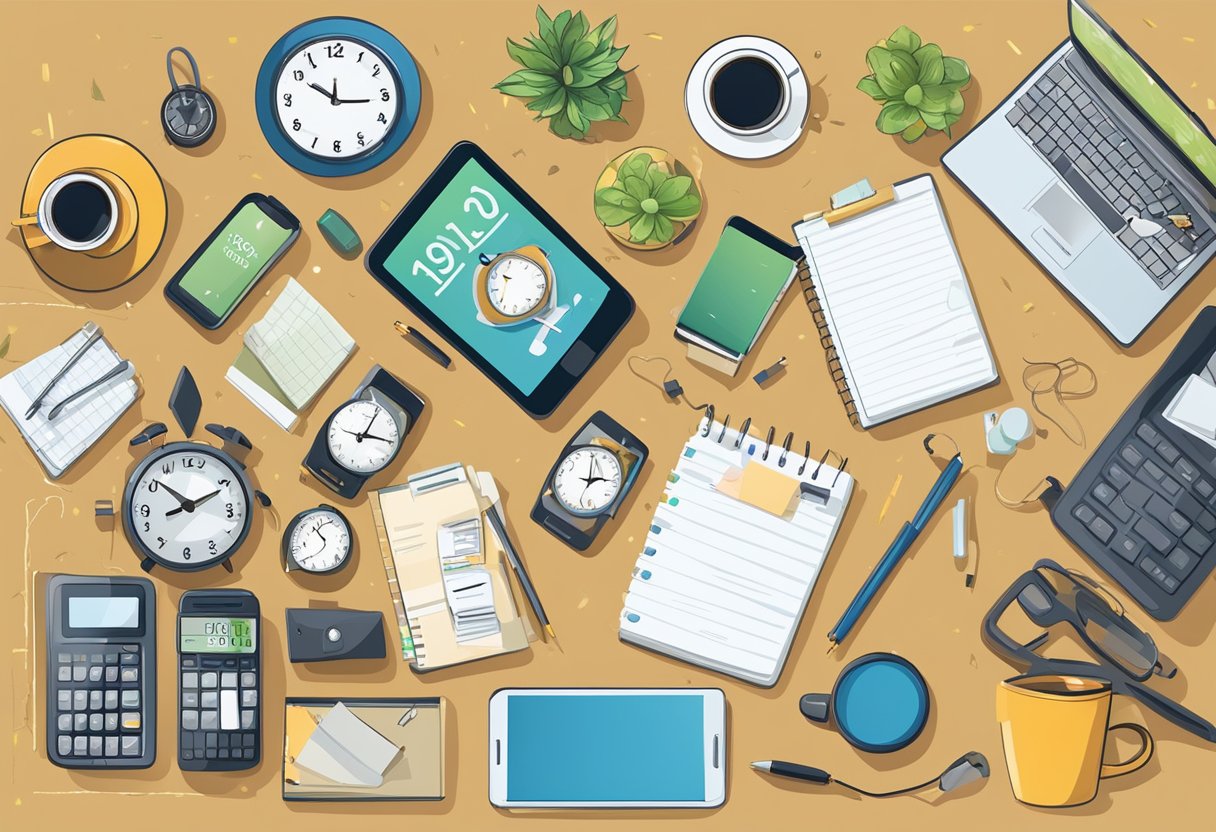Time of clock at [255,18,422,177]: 10:15
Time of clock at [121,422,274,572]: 10:10
